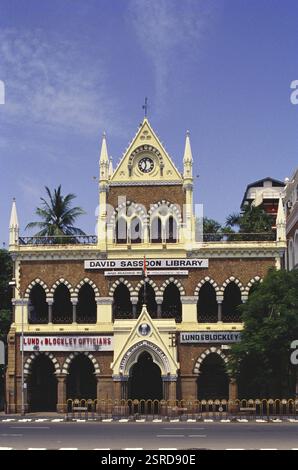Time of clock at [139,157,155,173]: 11:33
